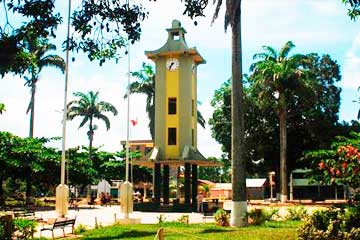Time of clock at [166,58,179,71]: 7:36
